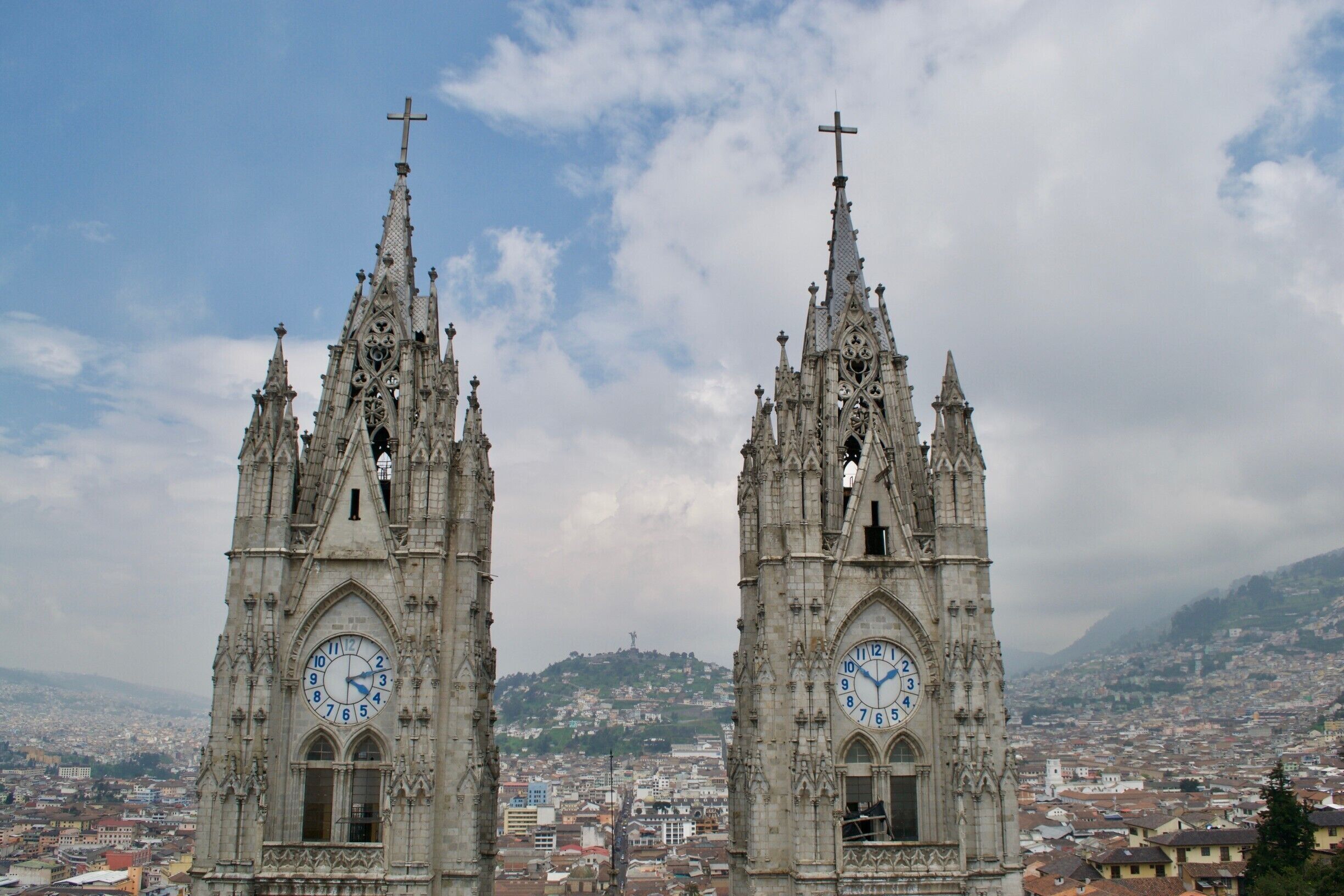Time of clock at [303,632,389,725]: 4:12
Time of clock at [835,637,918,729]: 1:51
